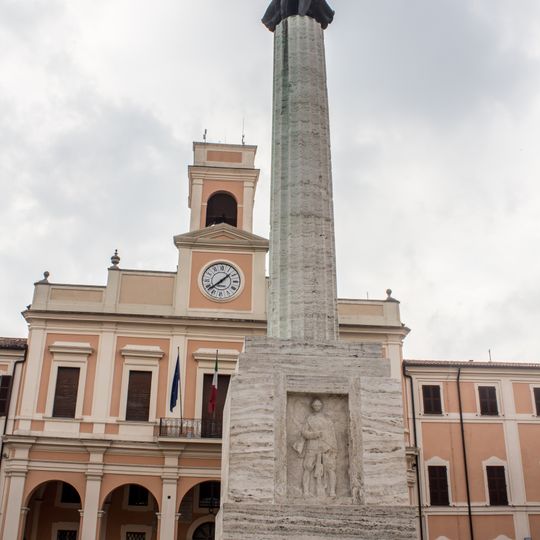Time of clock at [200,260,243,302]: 1:38
